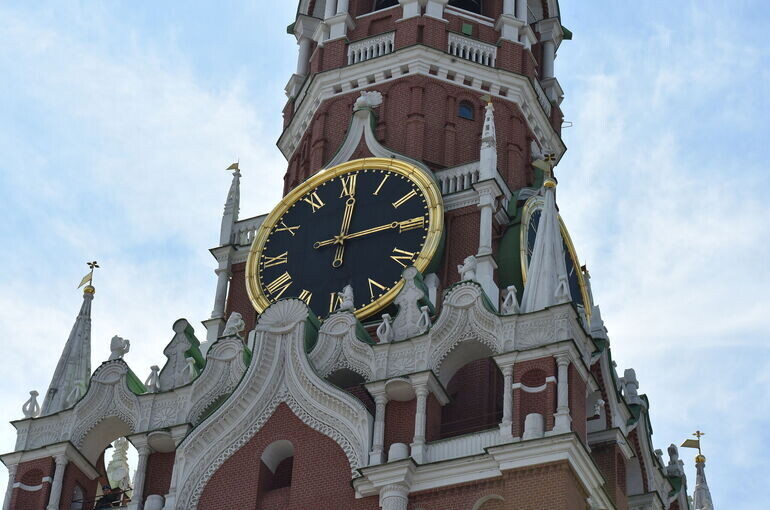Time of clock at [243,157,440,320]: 12:14
